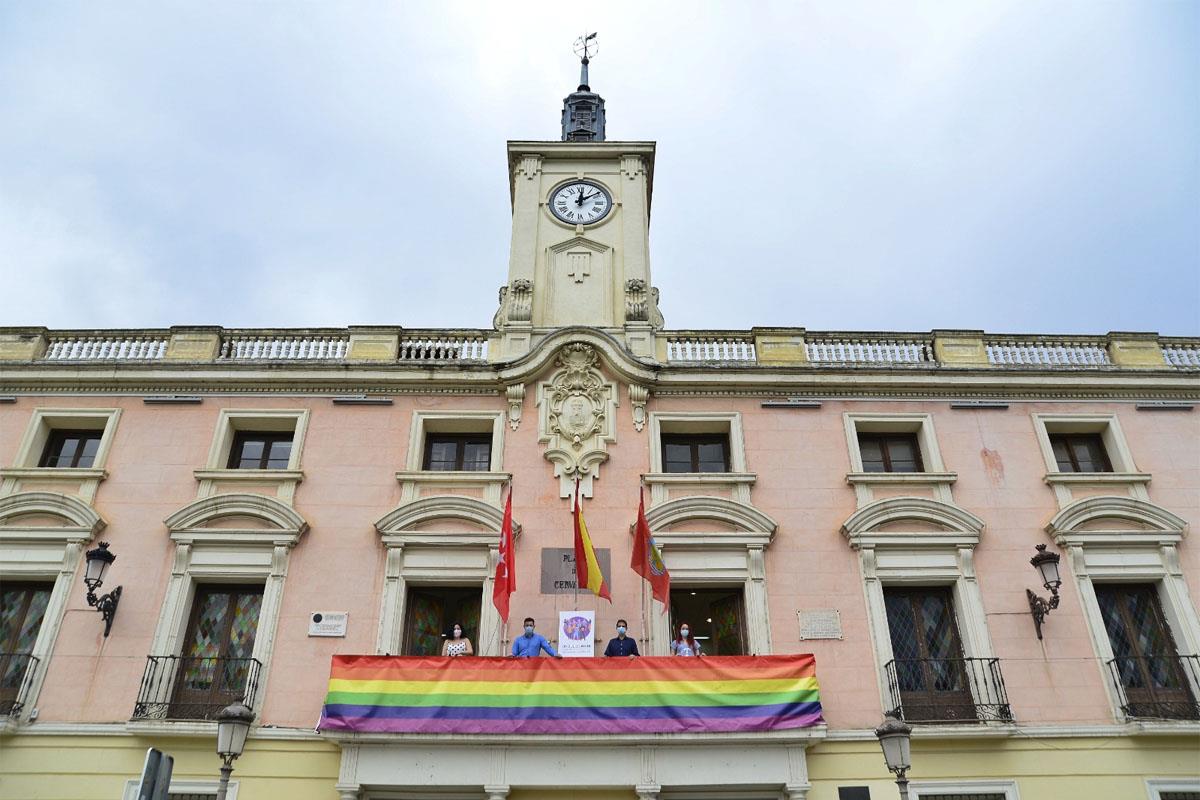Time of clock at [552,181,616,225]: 12:08
